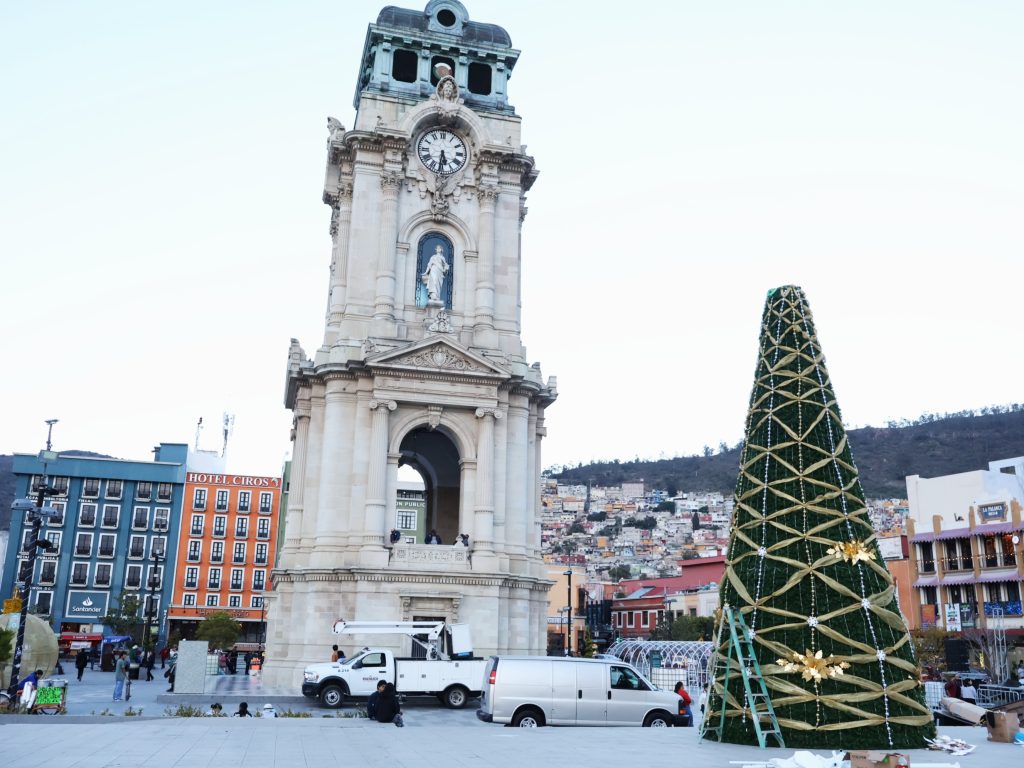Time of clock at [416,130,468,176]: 5:31
